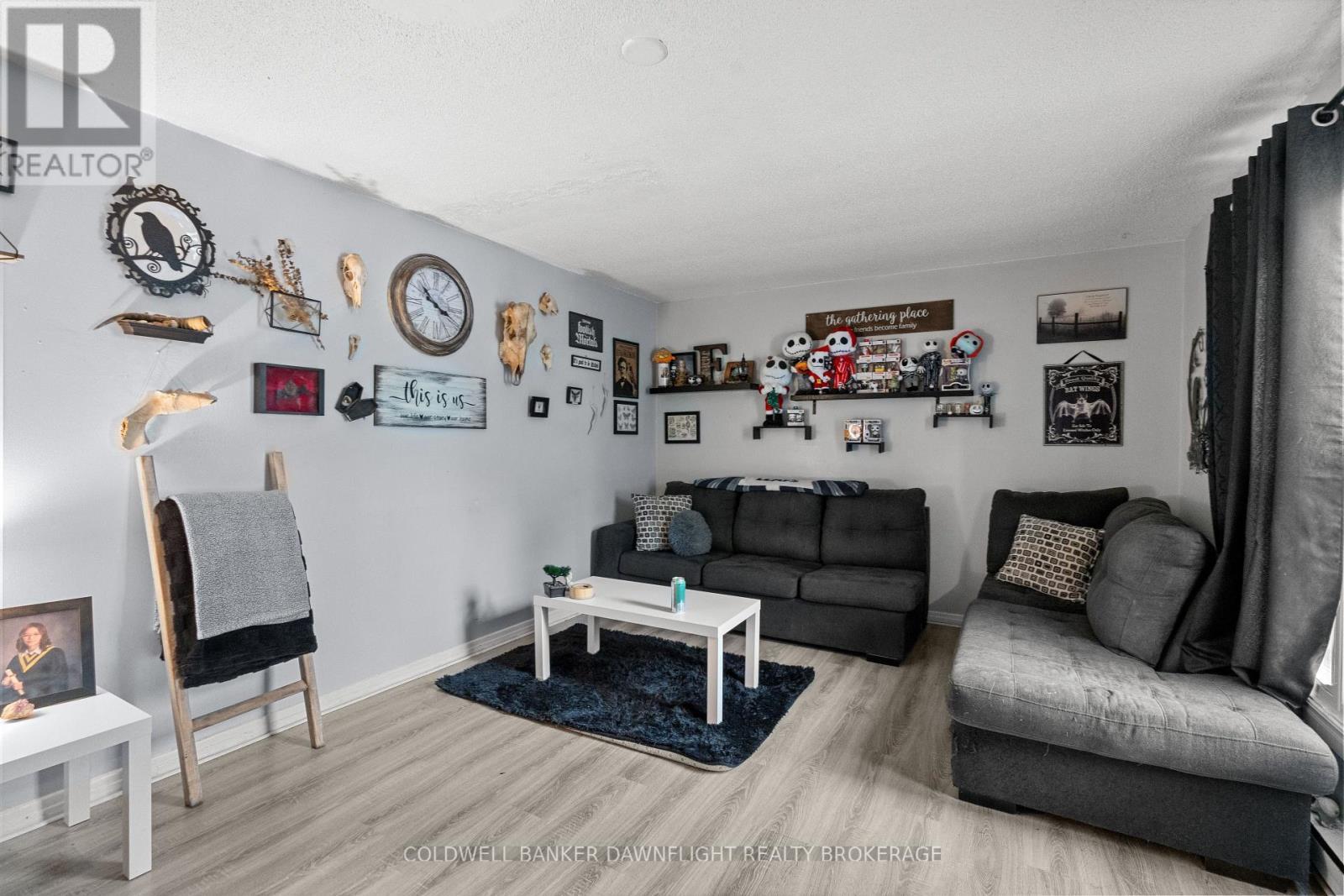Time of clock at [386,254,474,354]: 3:52
